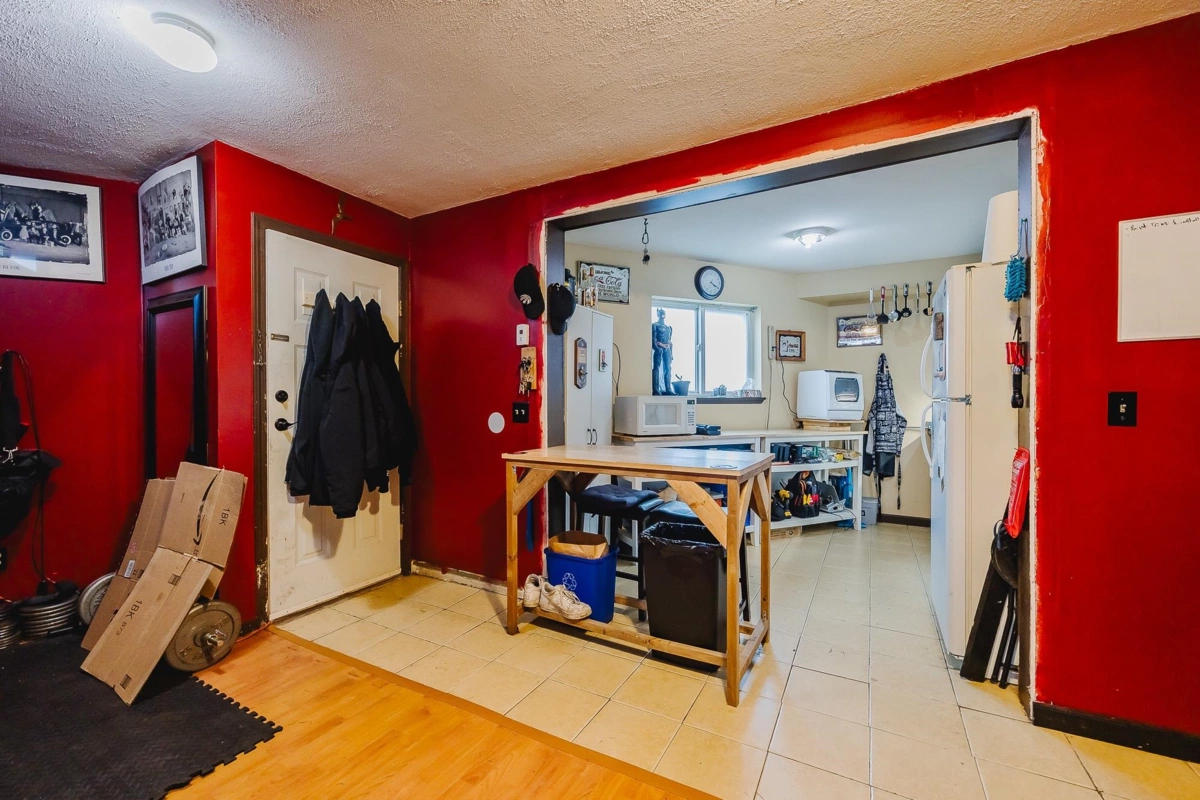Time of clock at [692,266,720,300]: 4:20
